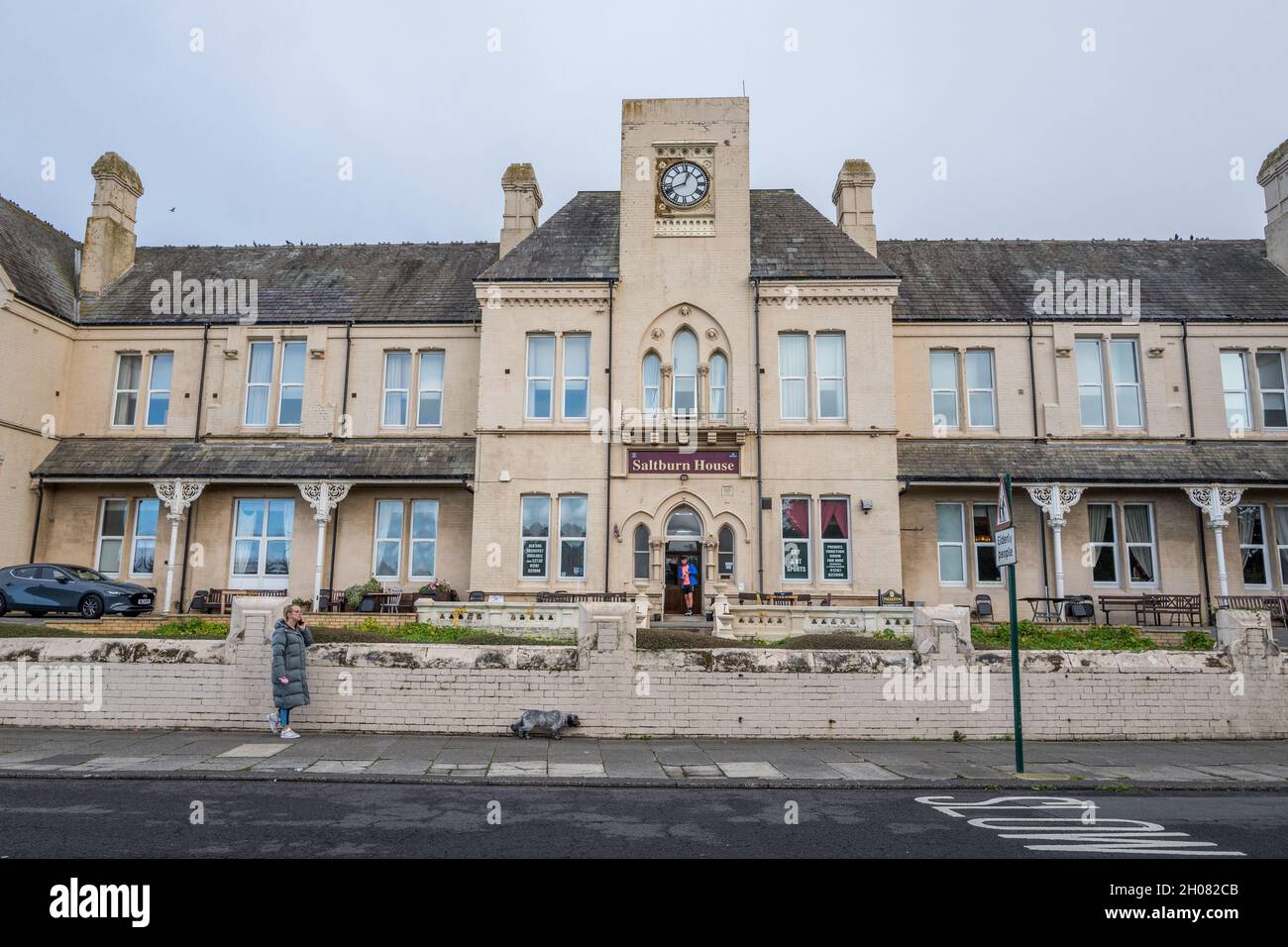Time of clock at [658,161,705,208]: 12:41
